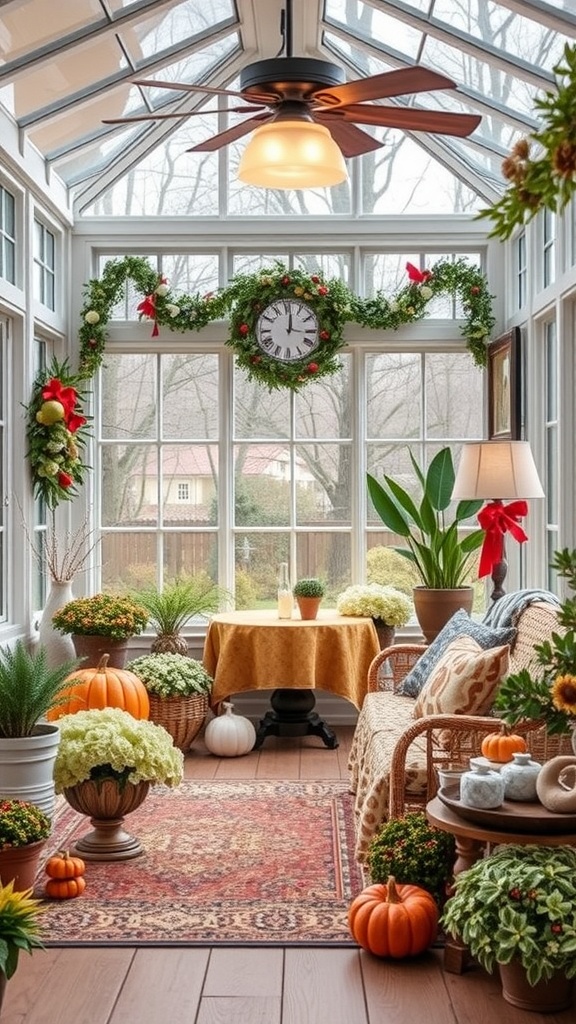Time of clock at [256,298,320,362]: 12:16
